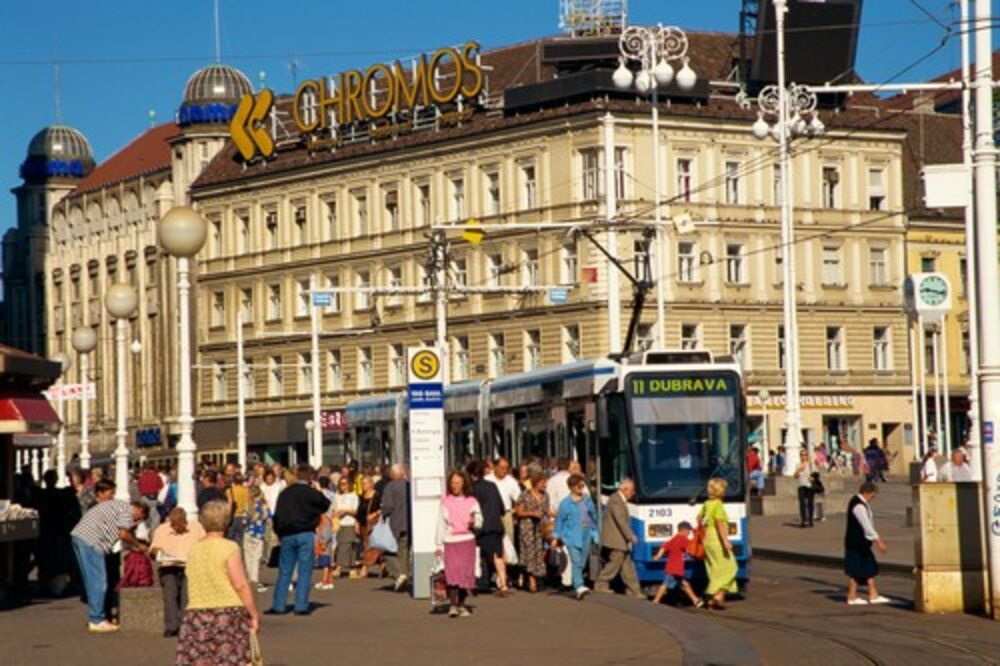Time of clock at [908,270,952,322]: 9:17
